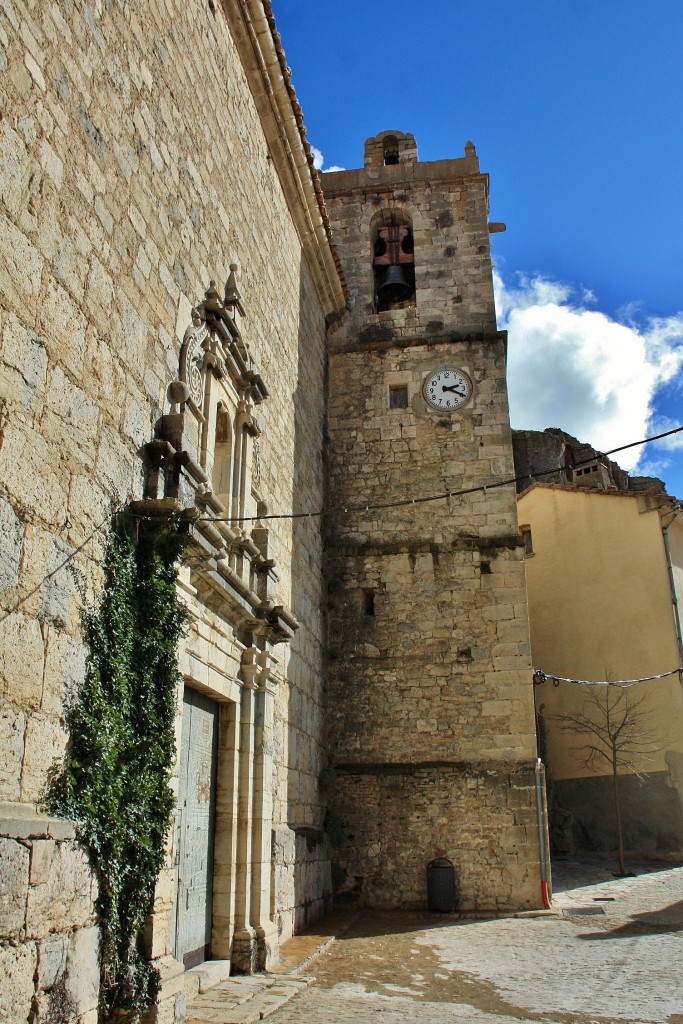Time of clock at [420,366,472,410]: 2:19
